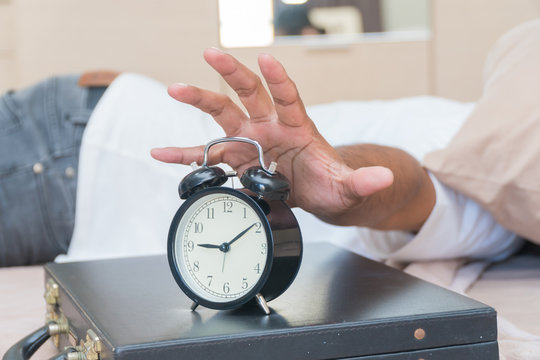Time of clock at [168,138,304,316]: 9:09
